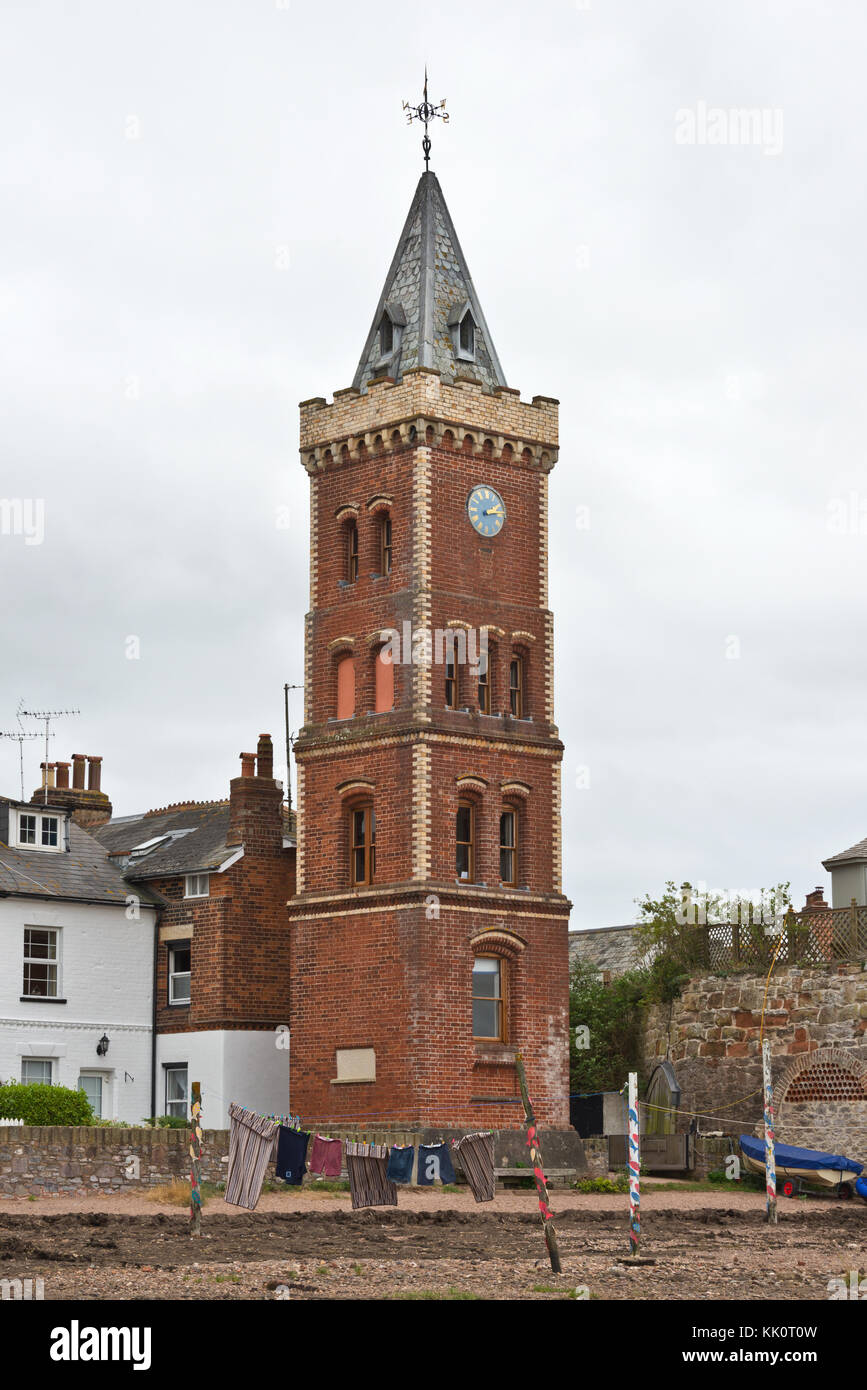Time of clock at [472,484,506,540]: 2:13
